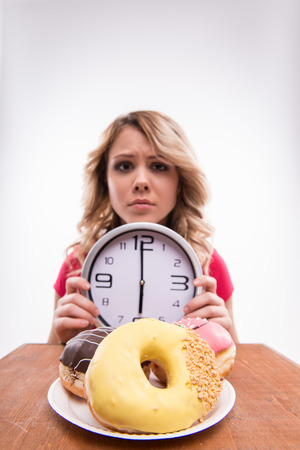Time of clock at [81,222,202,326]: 5:59
